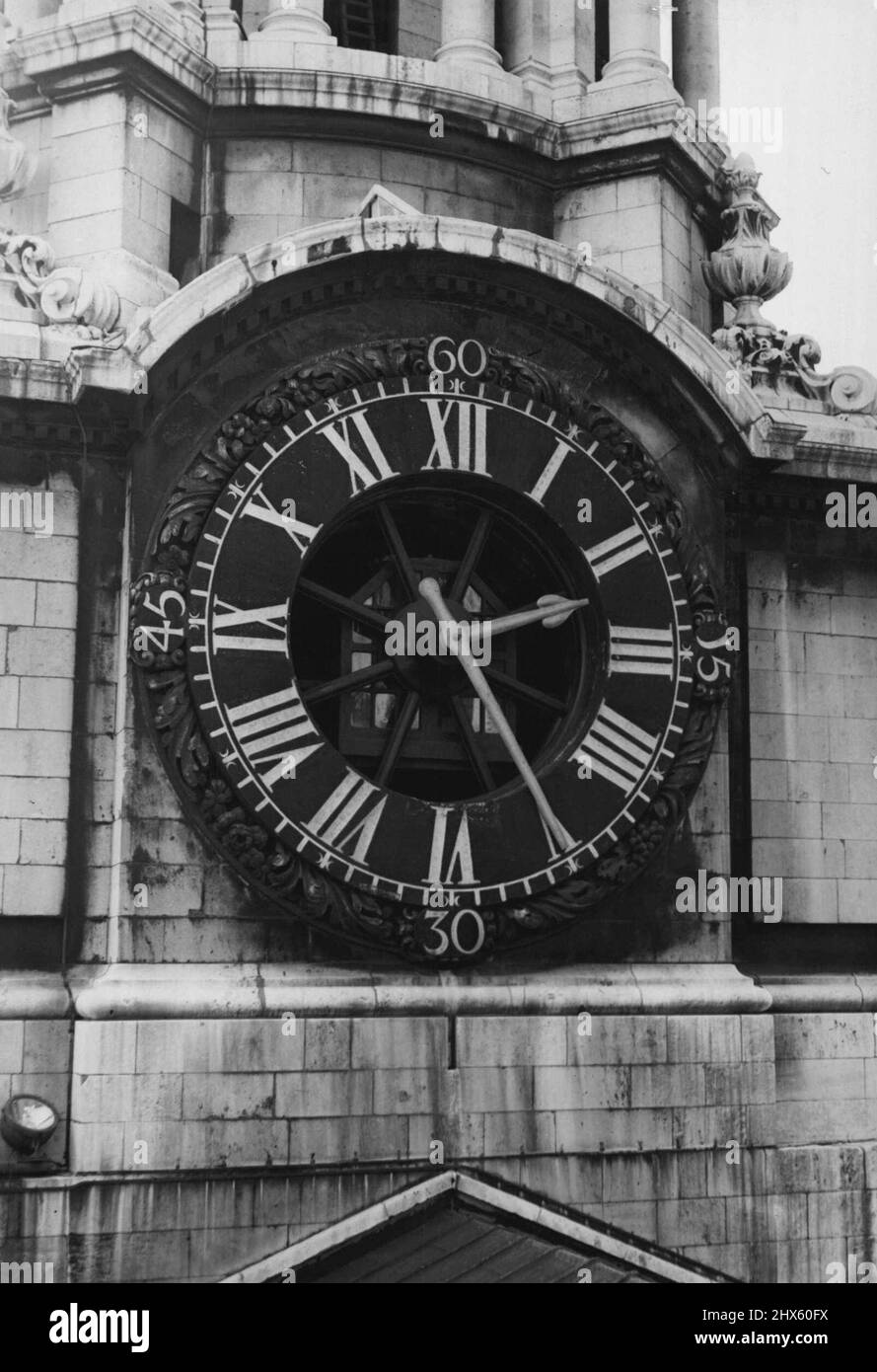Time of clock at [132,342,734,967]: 2:24
